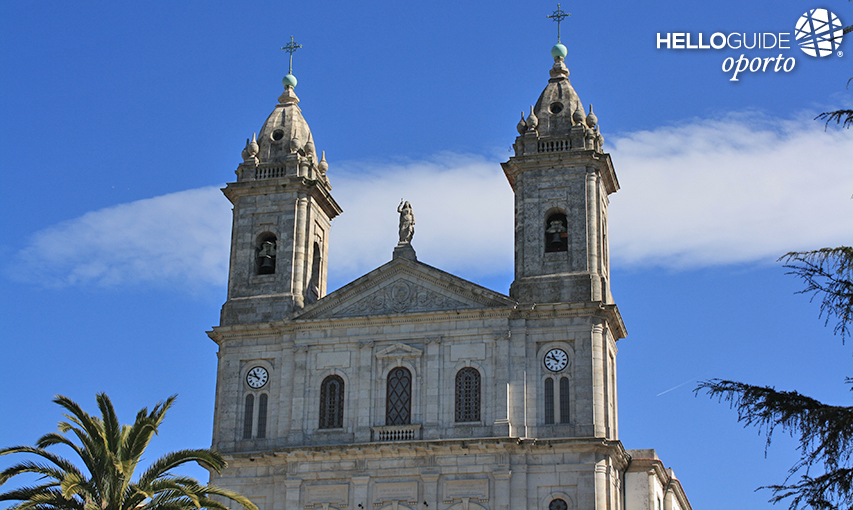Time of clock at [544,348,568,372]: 10:48
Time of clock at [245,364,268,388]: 10:48
